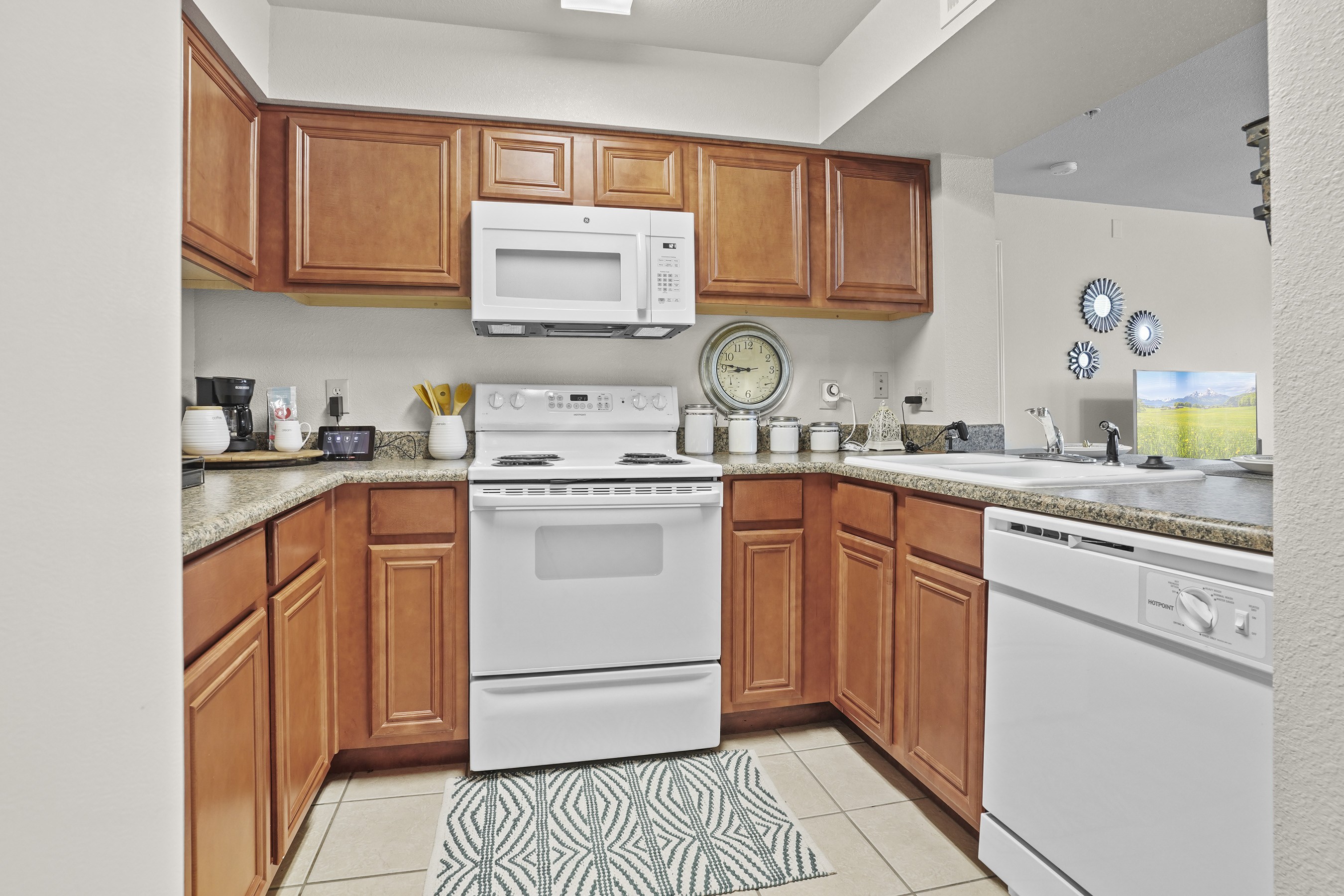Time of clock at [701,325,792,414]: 8:46
